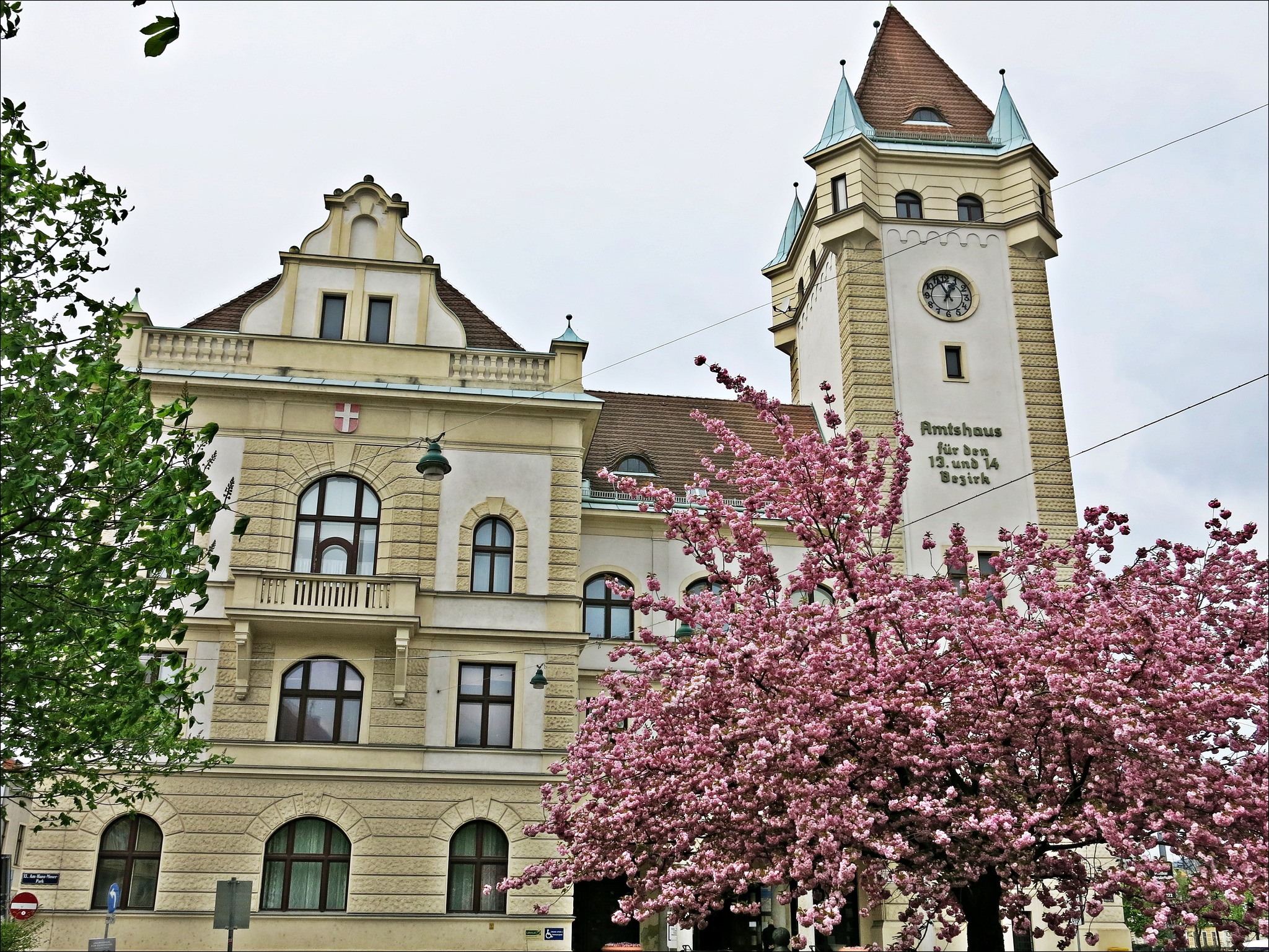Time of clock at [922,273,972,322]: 12:55
